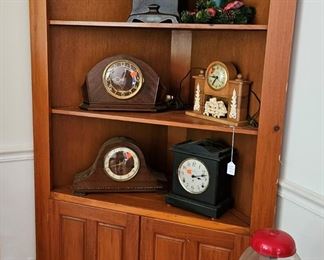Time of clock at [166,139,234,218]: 3:12
